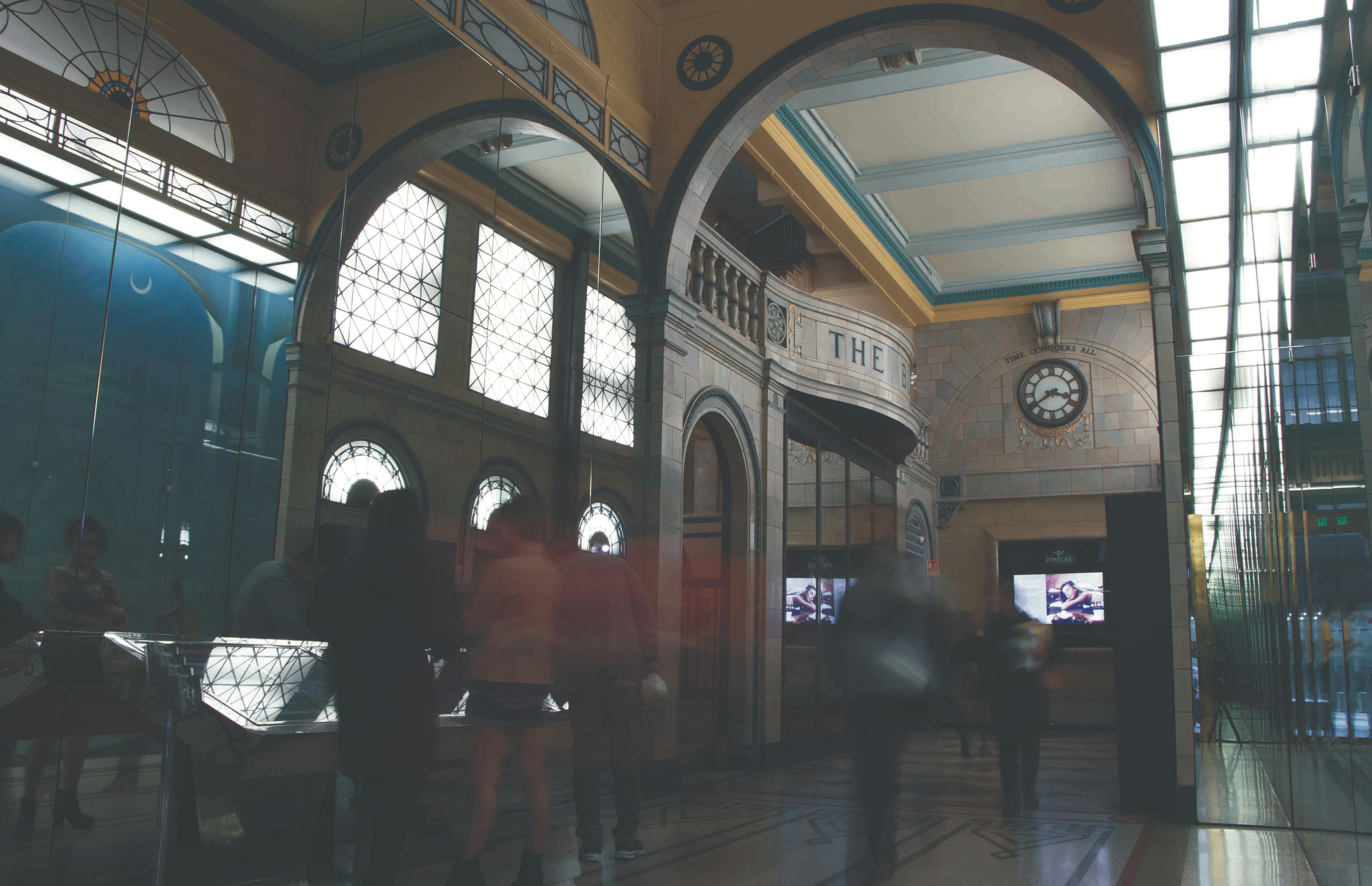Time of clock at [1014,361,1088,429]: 3:38
